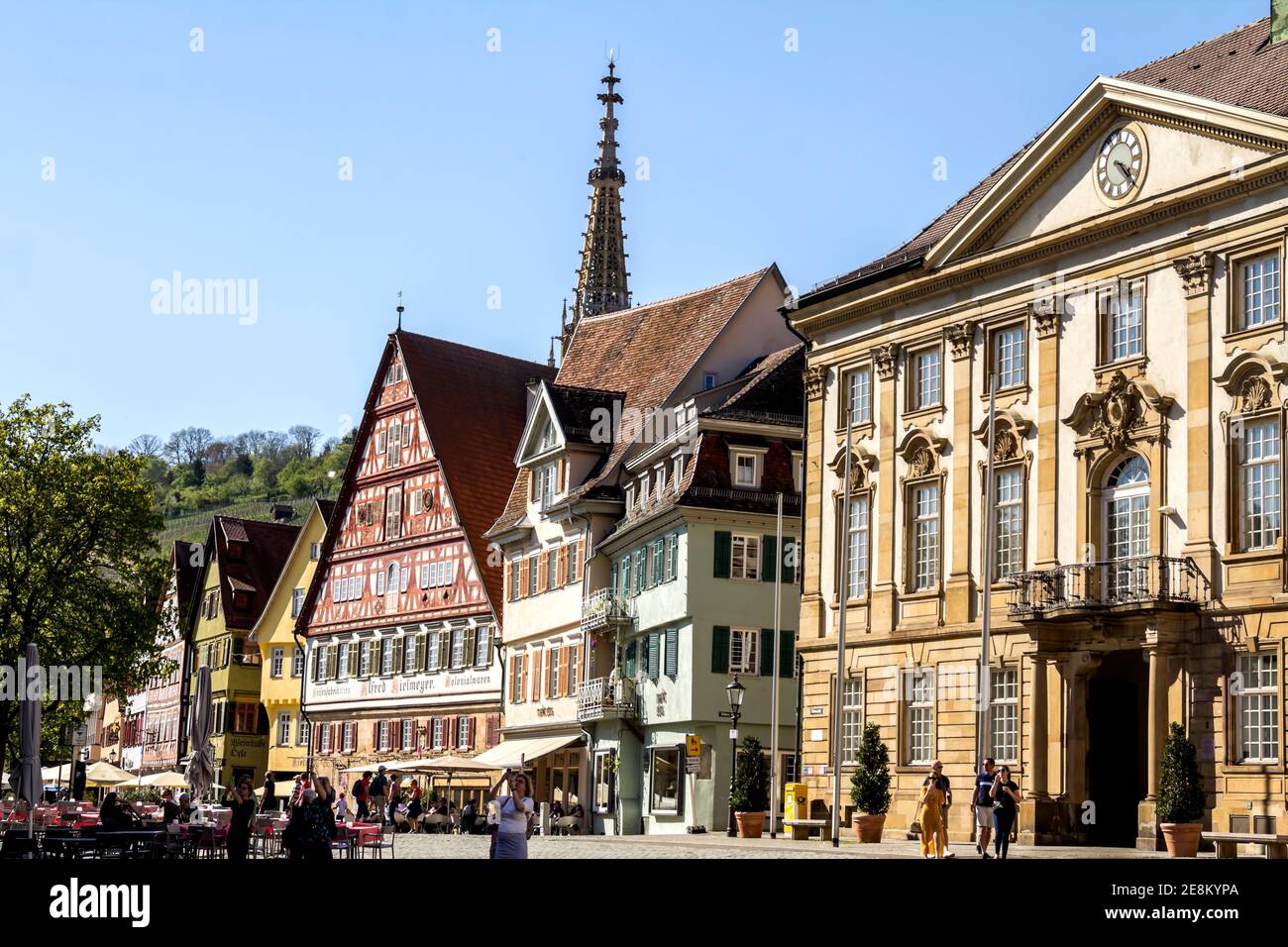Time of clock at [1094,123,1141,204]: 4:22
